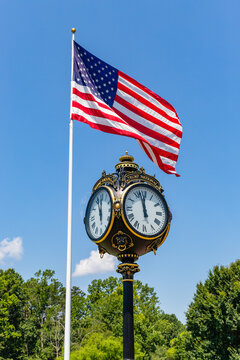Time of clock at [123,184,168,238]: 11:57
